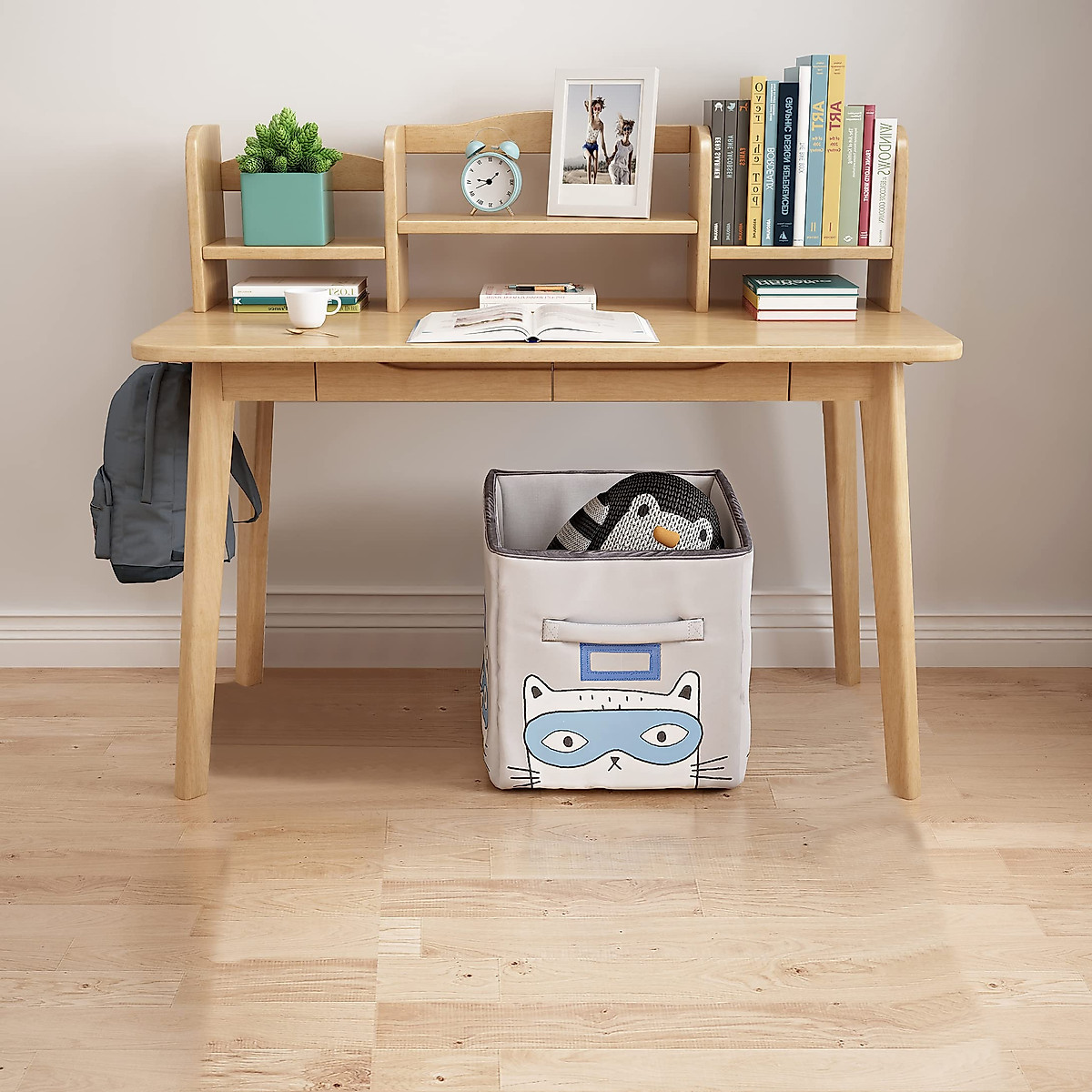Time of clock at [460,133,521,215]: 1:41
